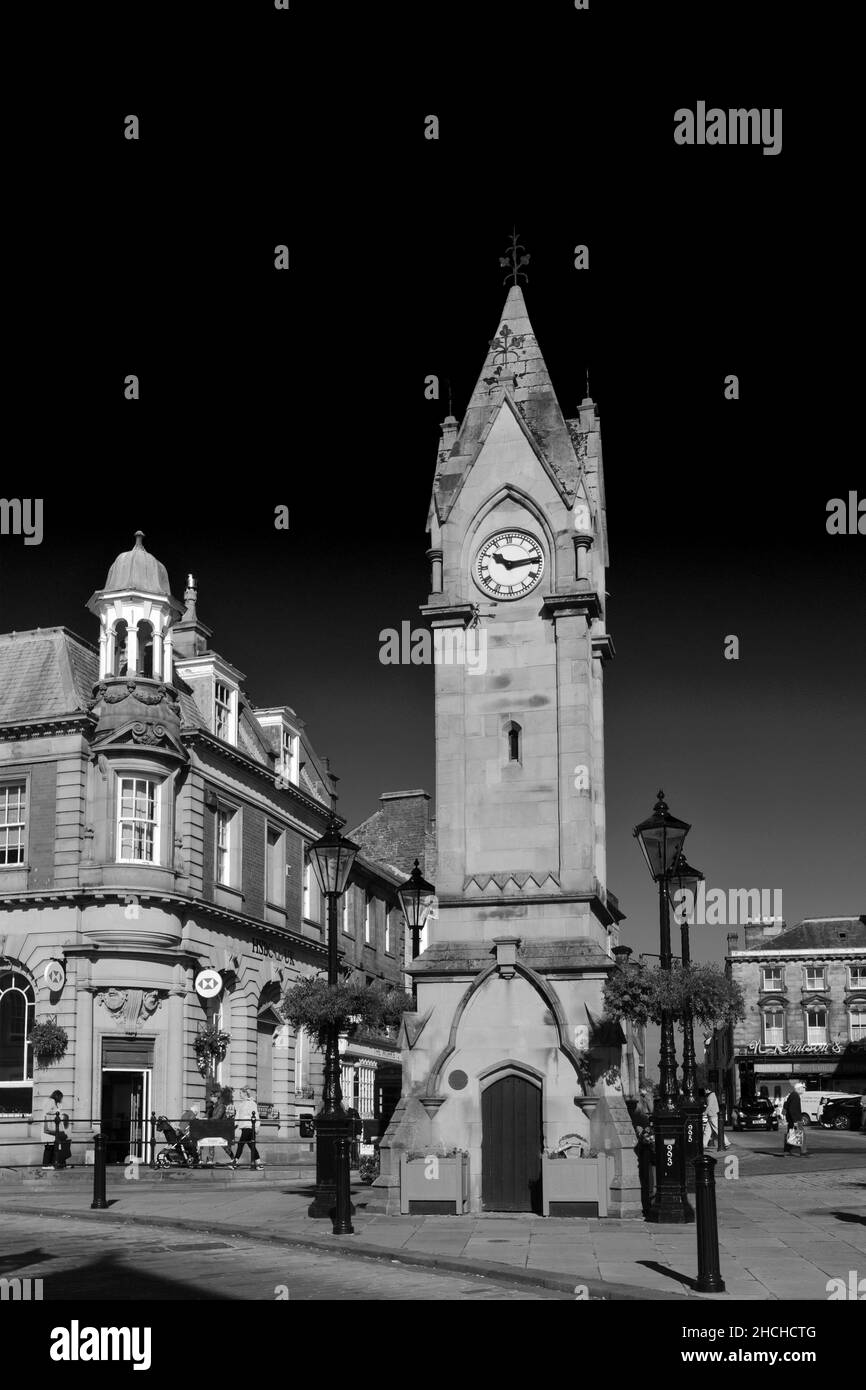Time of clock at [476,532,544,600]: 10:13
